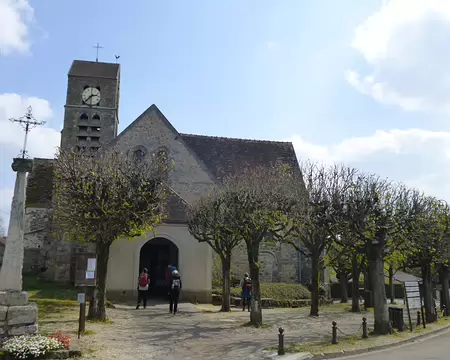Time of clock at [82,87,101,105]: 2:36
